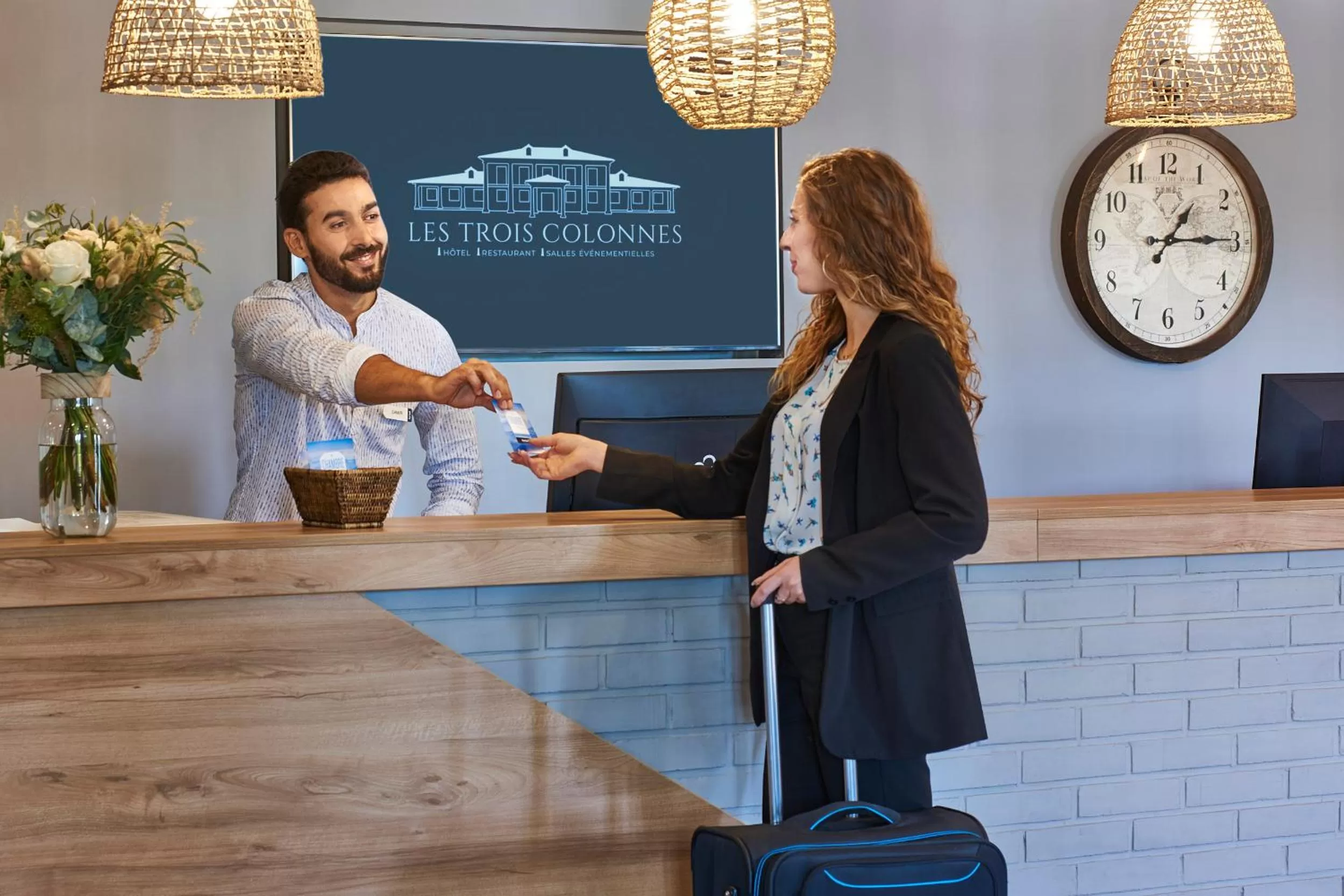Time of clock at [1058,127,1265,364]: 1:14
